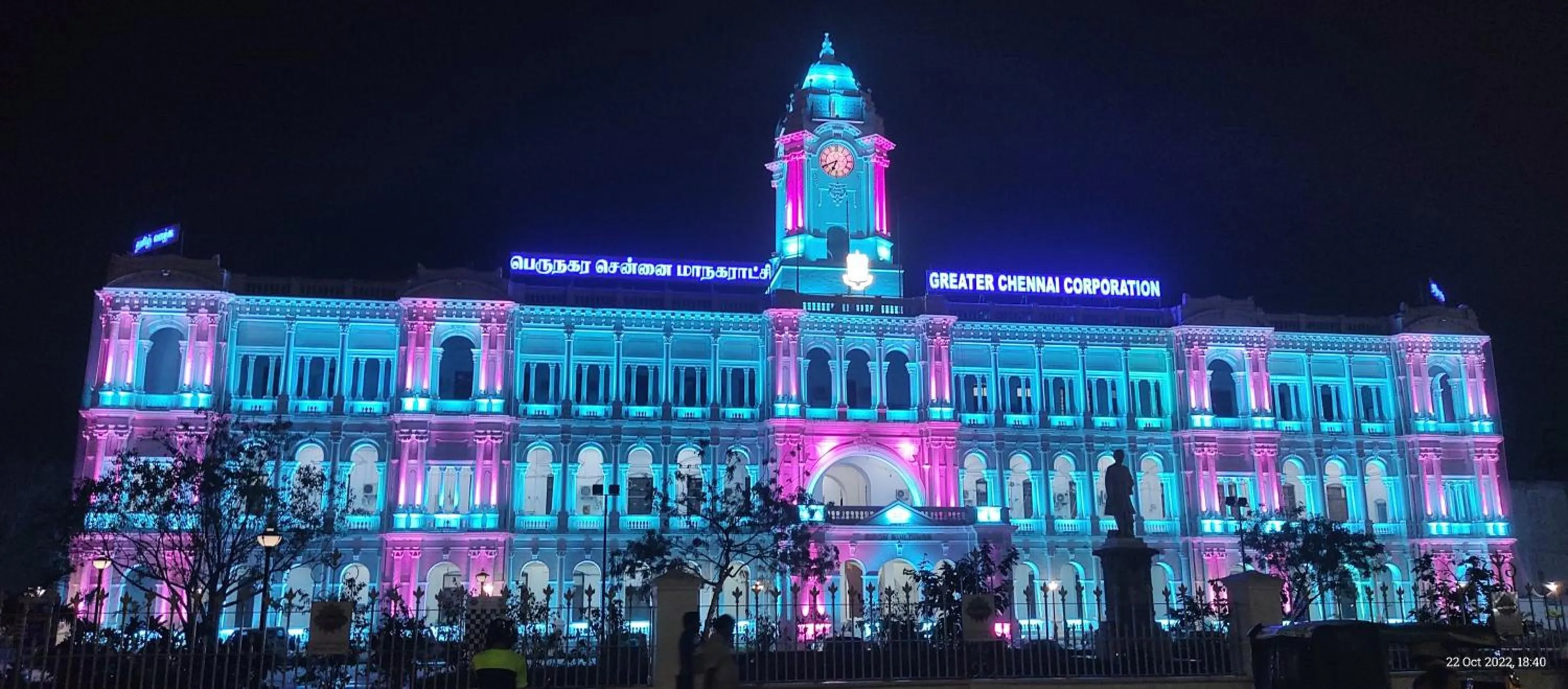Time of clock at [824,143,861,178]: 6:40
